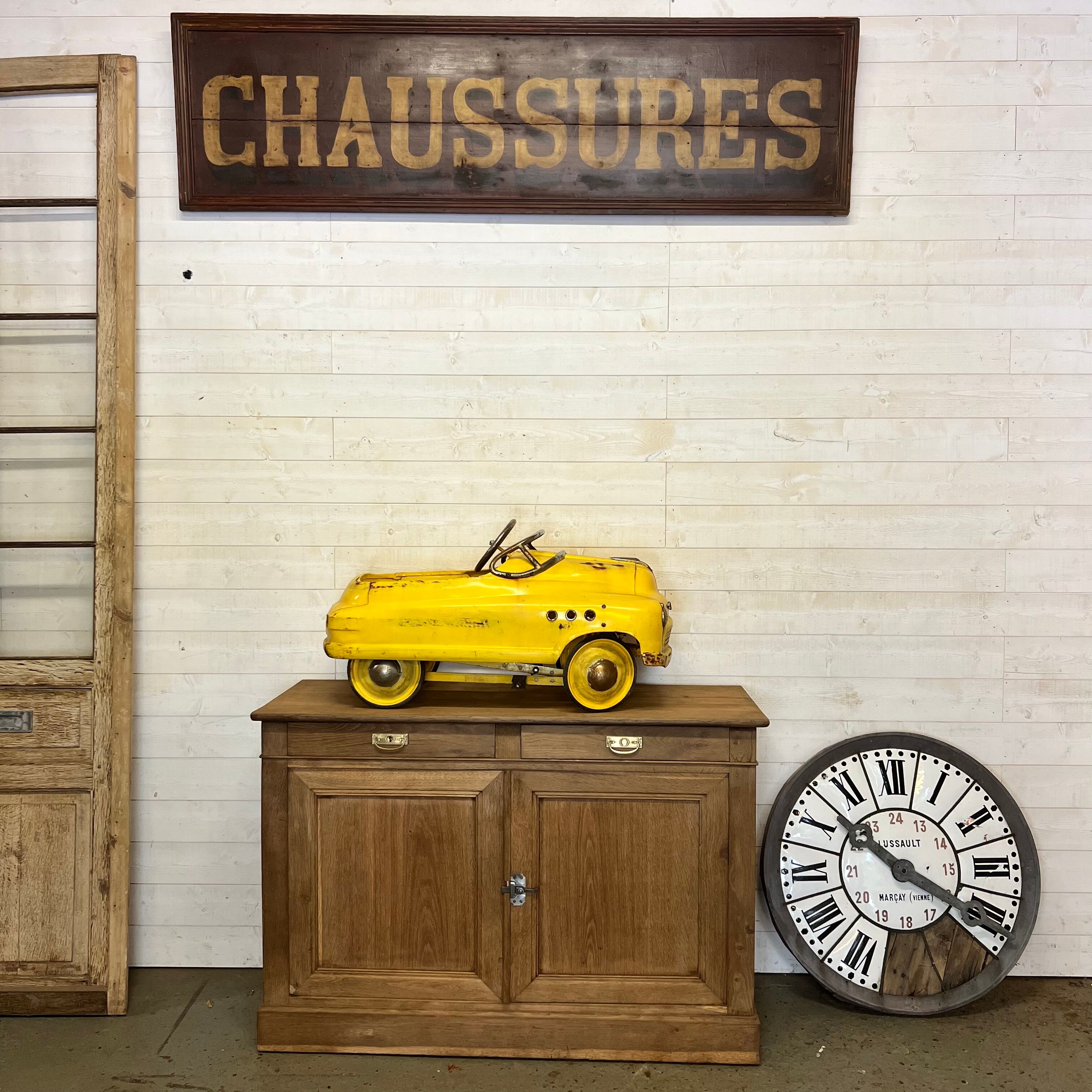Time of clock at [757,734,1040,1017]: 10:19
